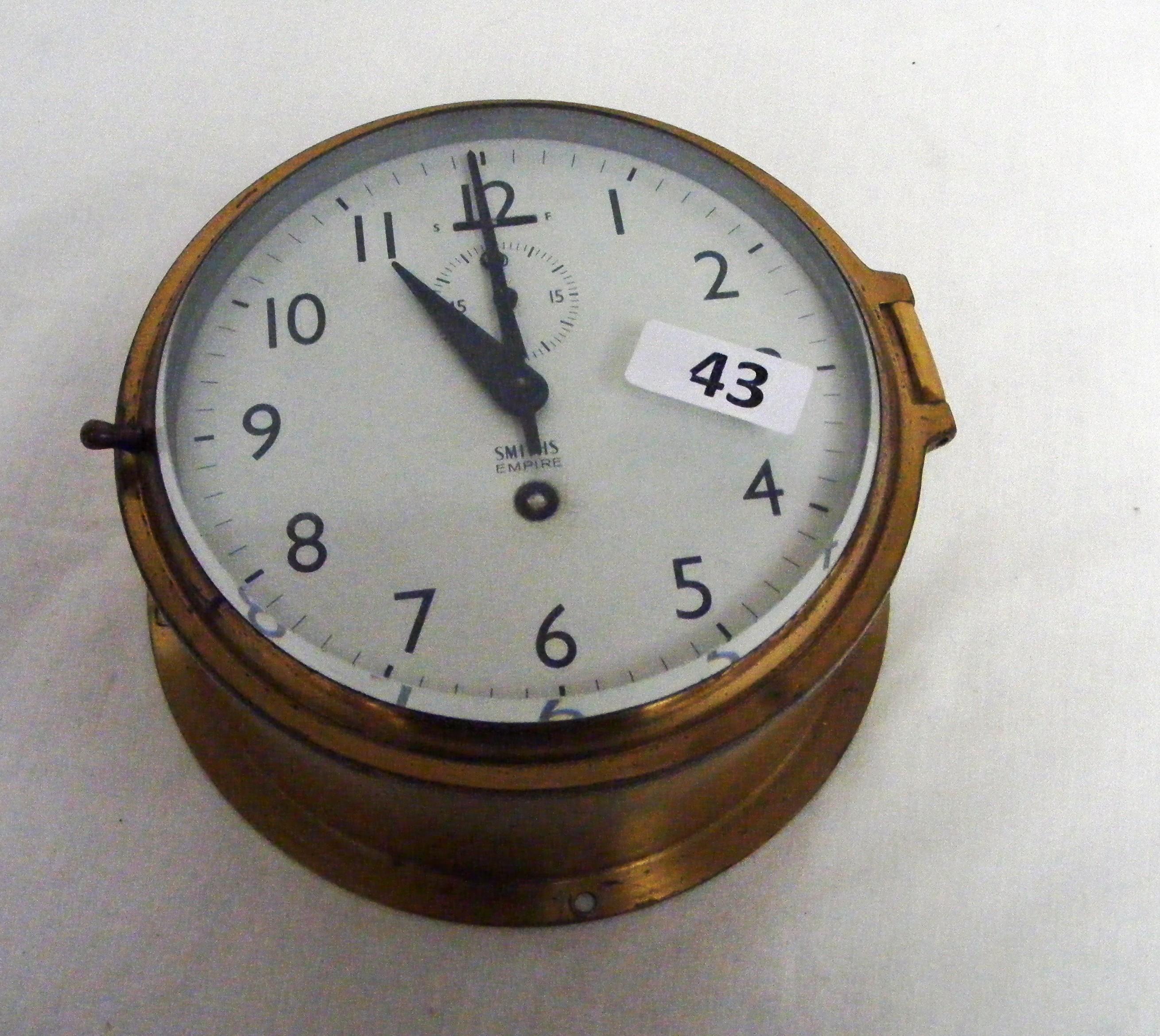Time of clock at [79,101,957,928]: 10:59
